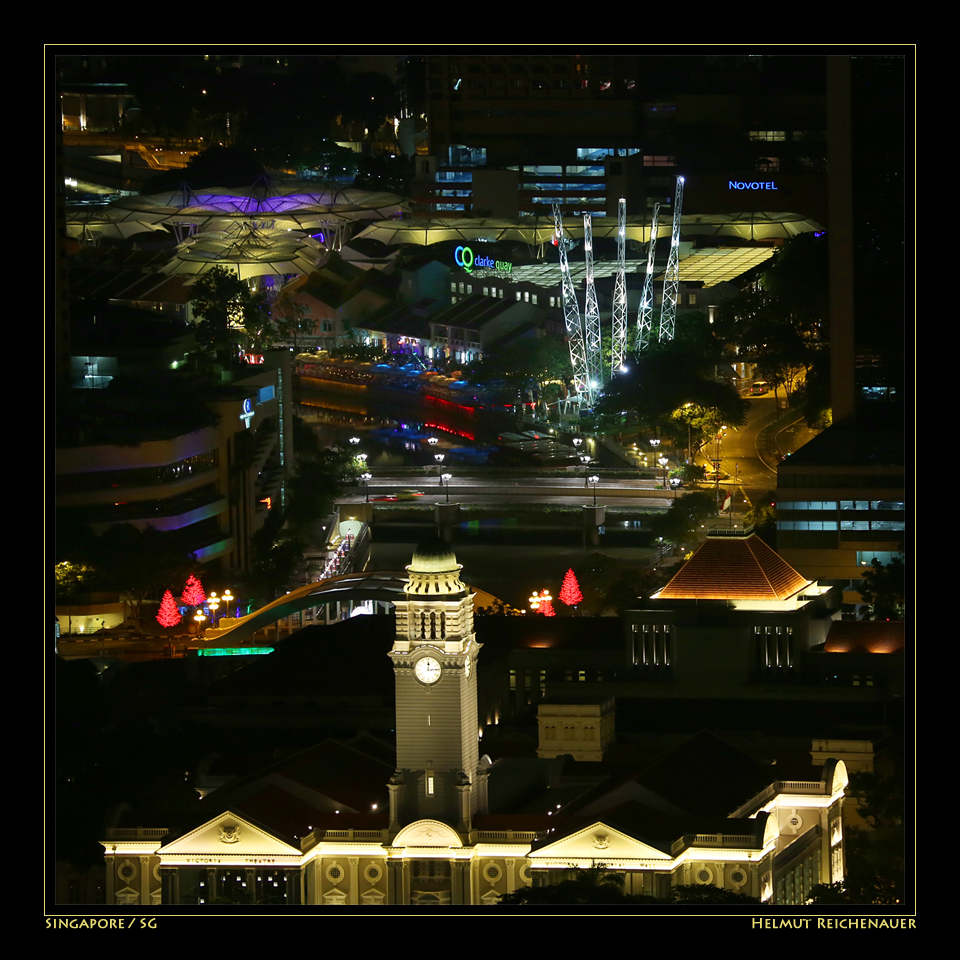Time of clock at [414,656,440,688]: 12:14
